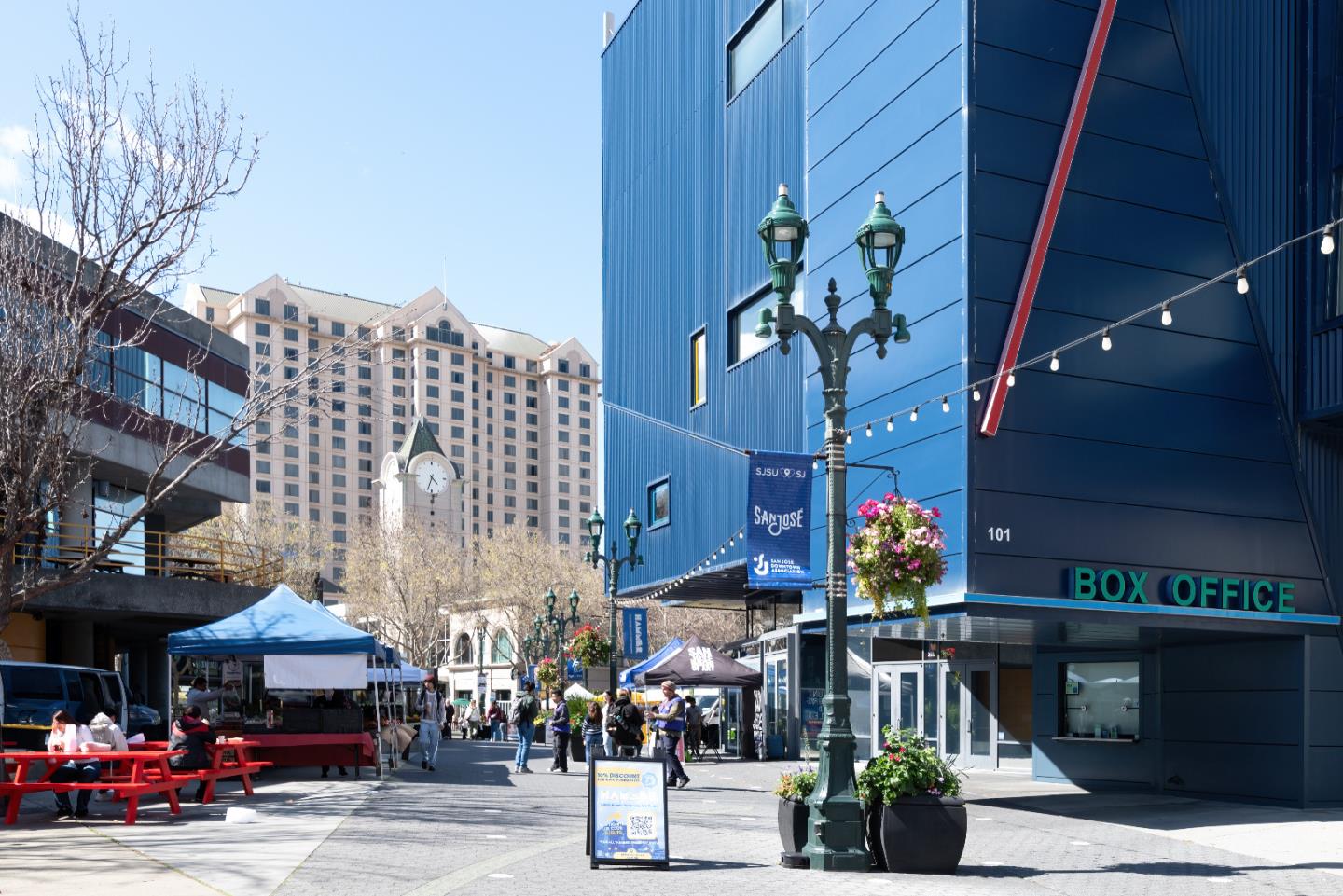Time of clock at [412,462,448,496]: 4:33
